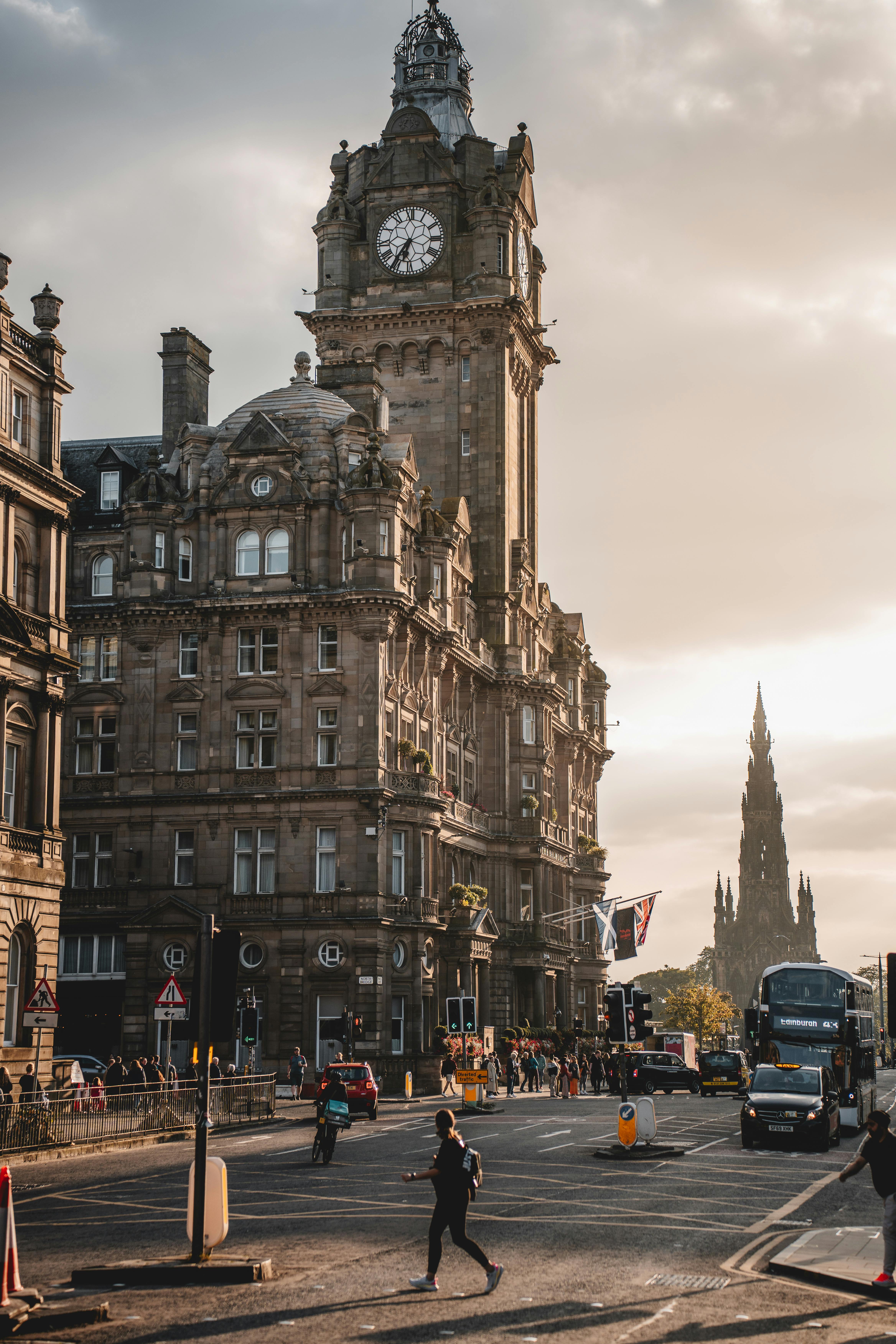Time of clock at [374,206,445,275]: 6:36
